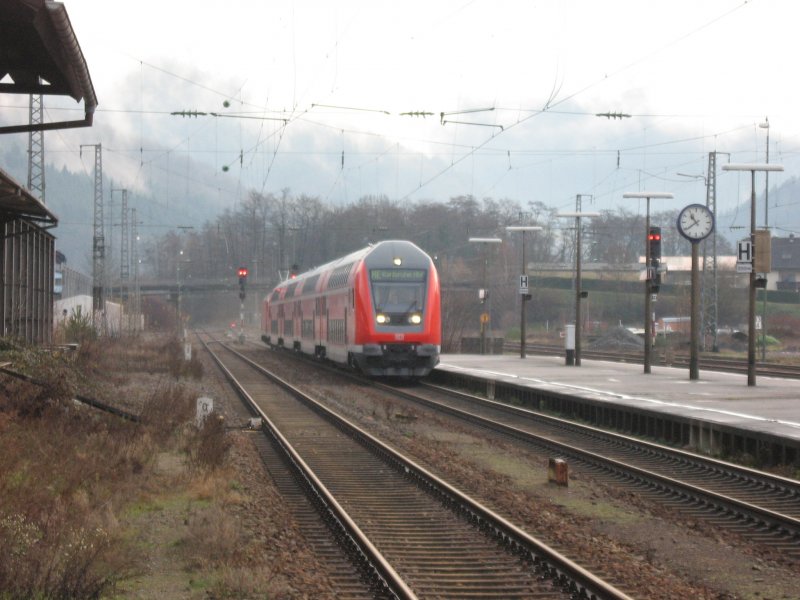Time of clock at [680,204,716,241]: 10:39
